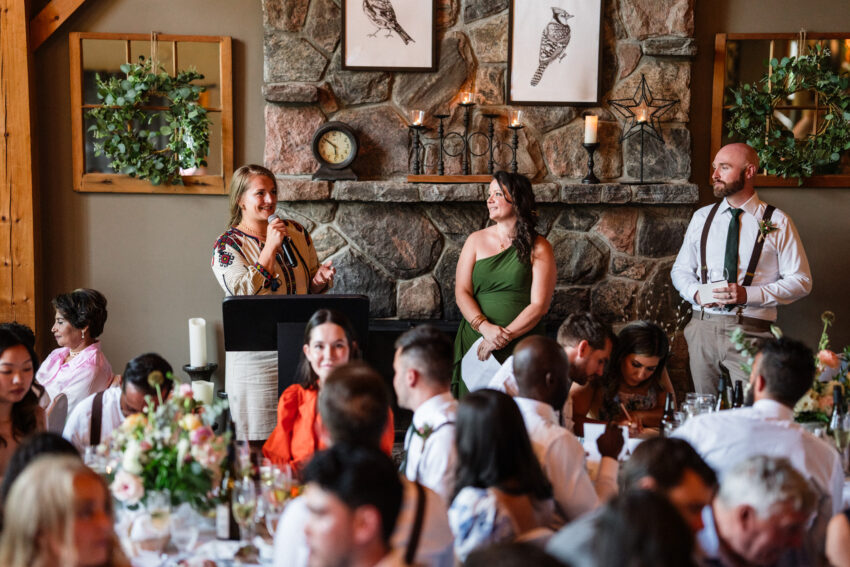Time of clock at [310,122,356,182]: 5:51
